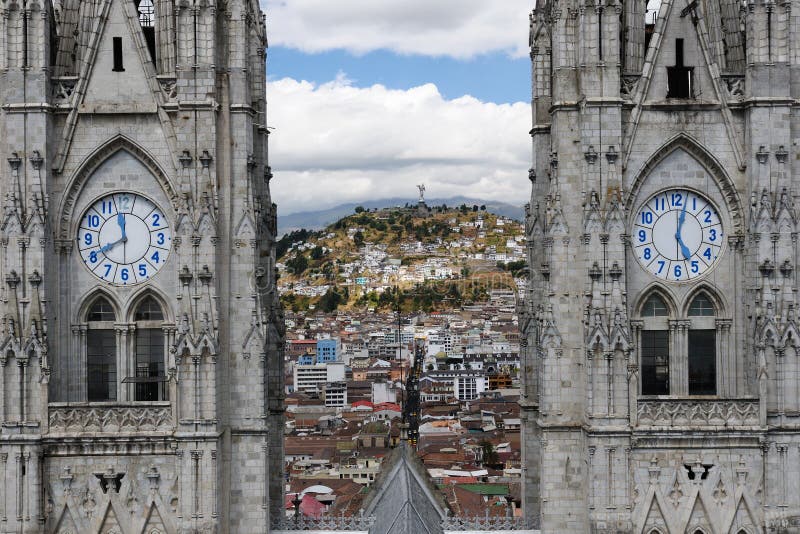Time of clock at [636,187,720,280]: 5:02
